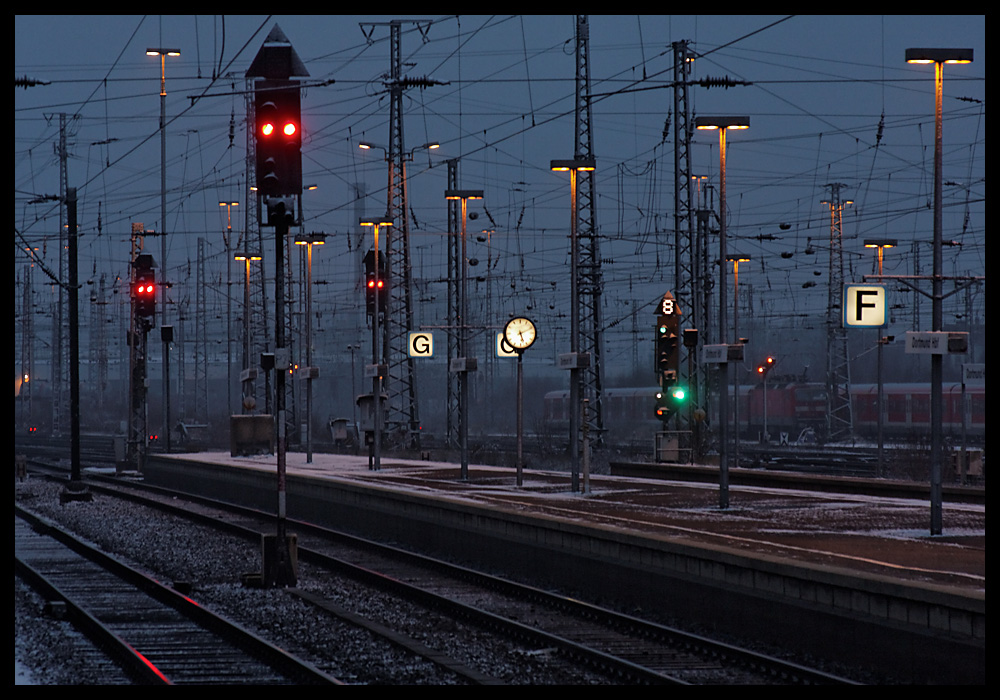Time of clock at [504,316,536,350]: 5:11
